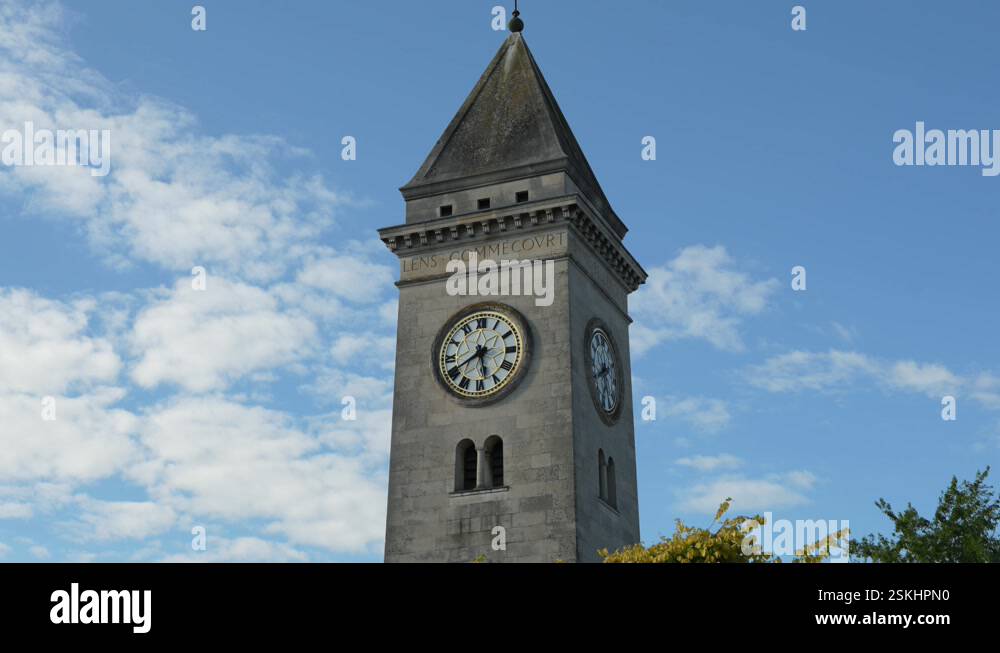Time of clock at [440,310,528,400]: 5:40
